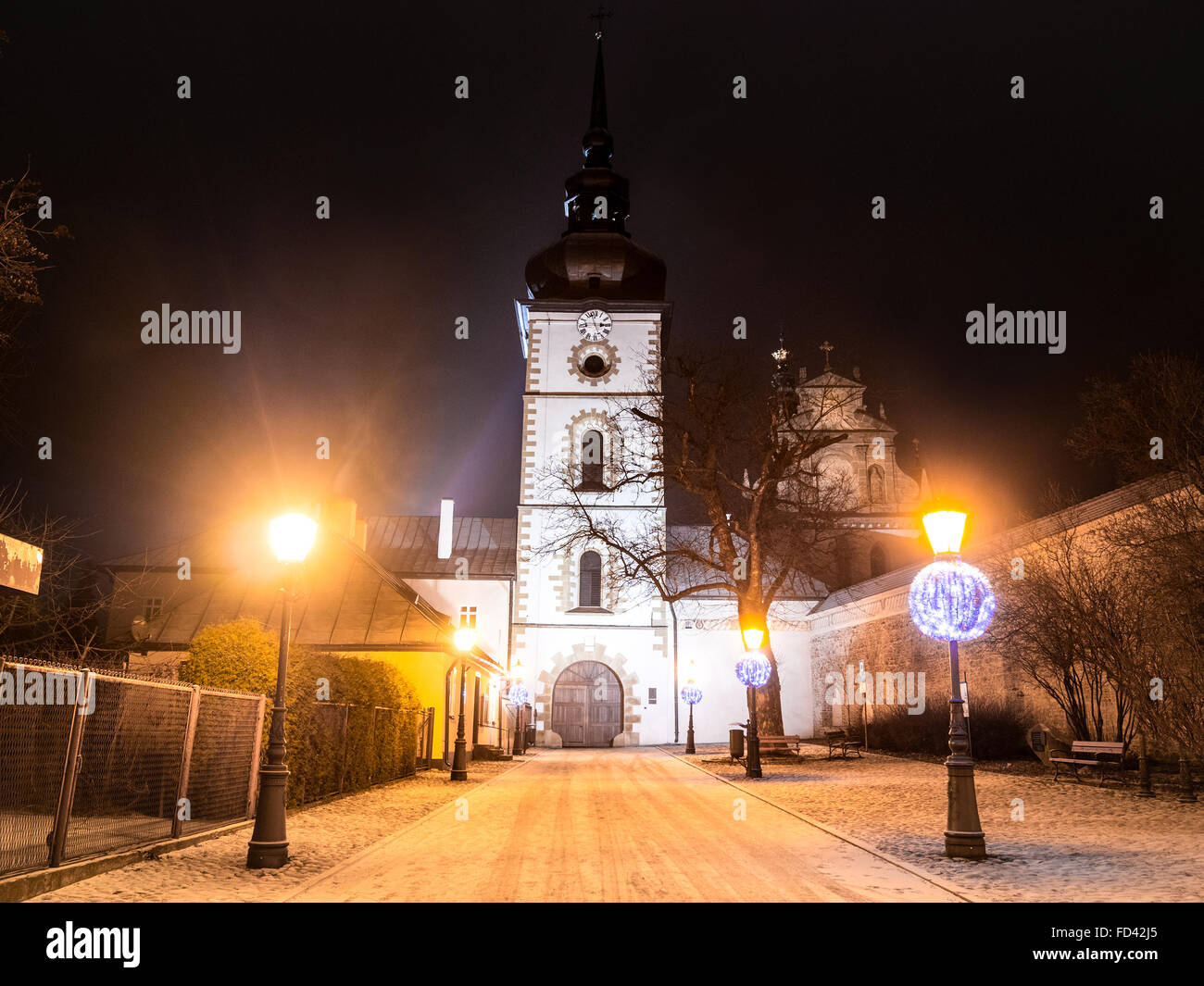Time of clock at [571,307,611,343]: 2:57
